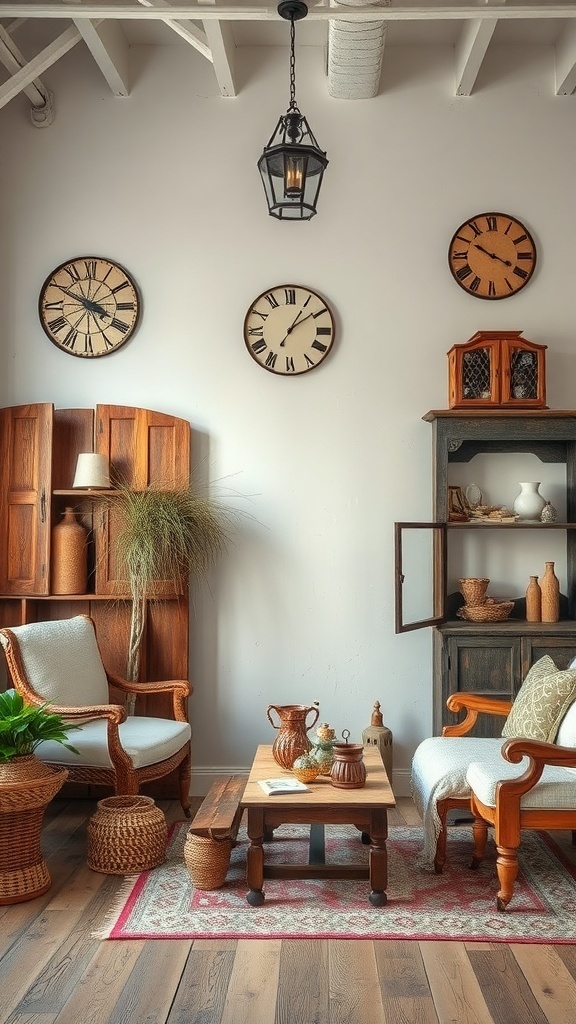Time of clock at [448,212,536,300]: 3:50
